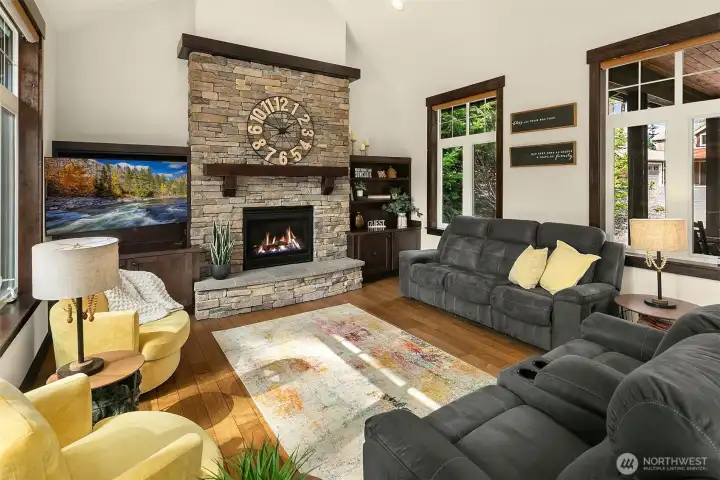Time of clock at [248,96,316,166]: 1:48
